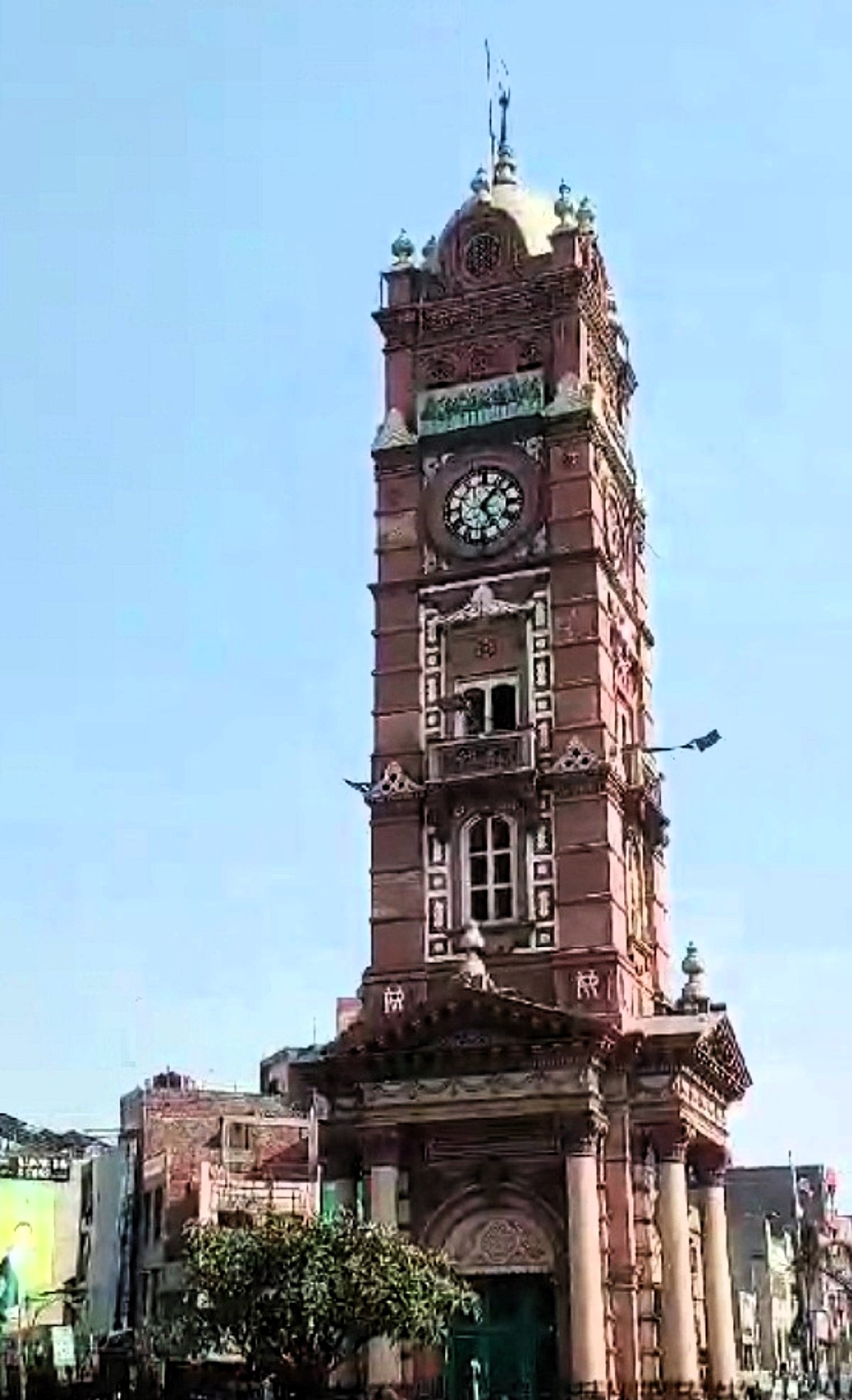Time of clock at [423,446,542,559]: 1:24
